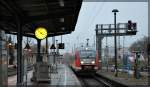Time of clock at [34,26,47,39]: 3:52
